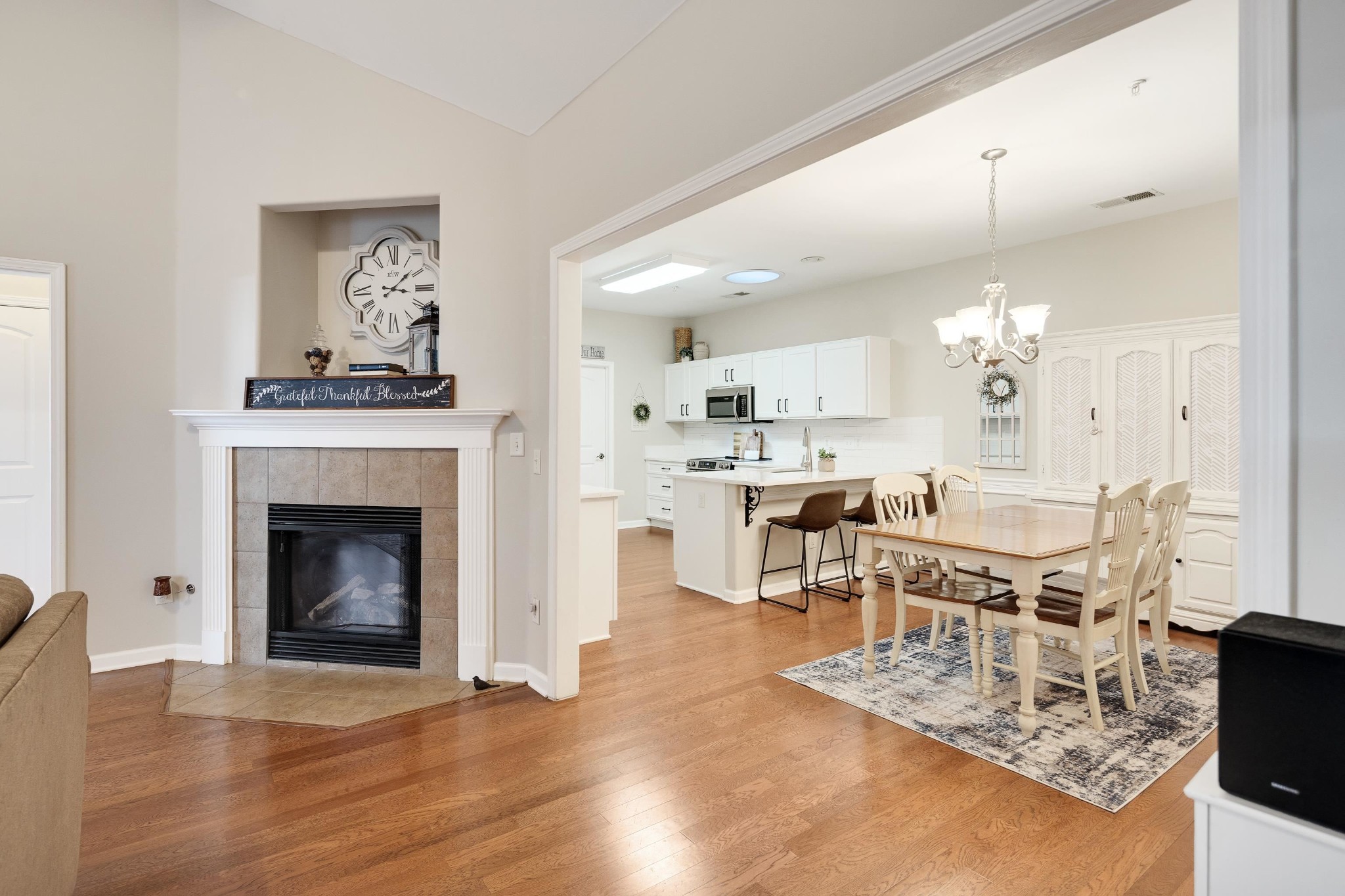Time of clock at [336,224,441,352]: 3:08
